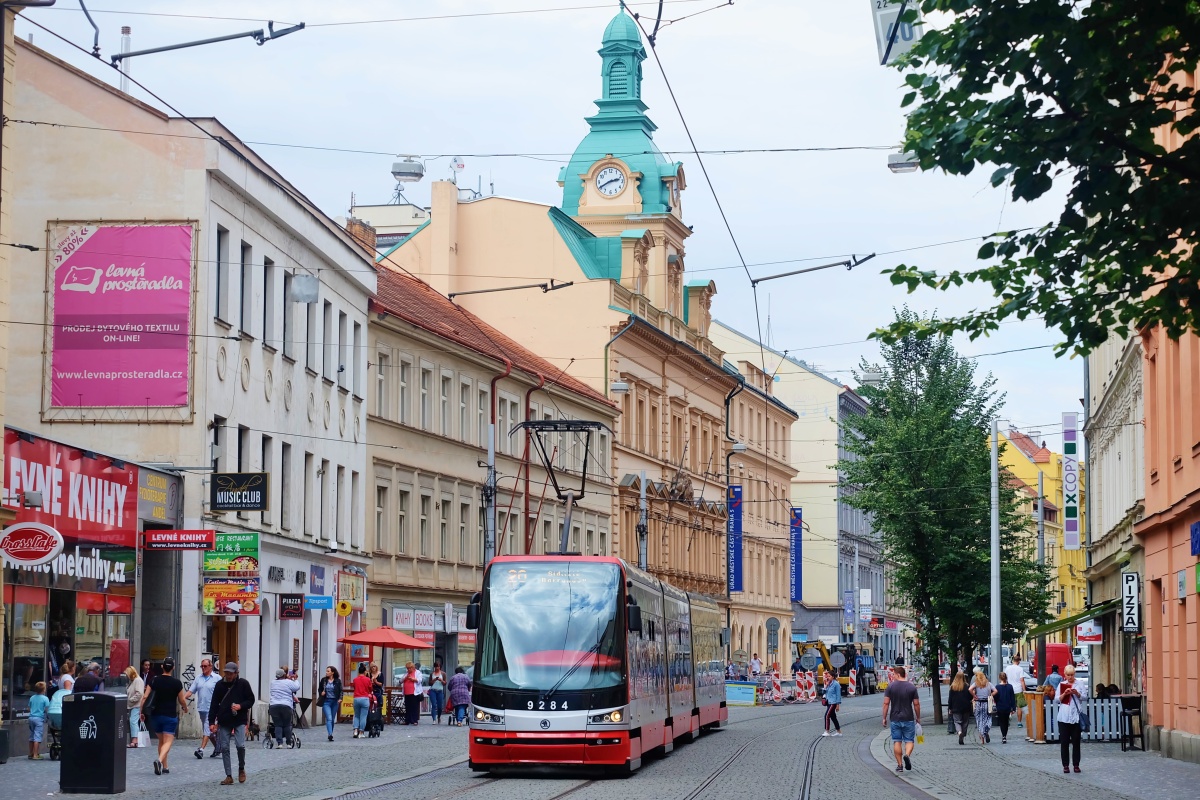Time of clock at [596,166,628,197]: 2:40
